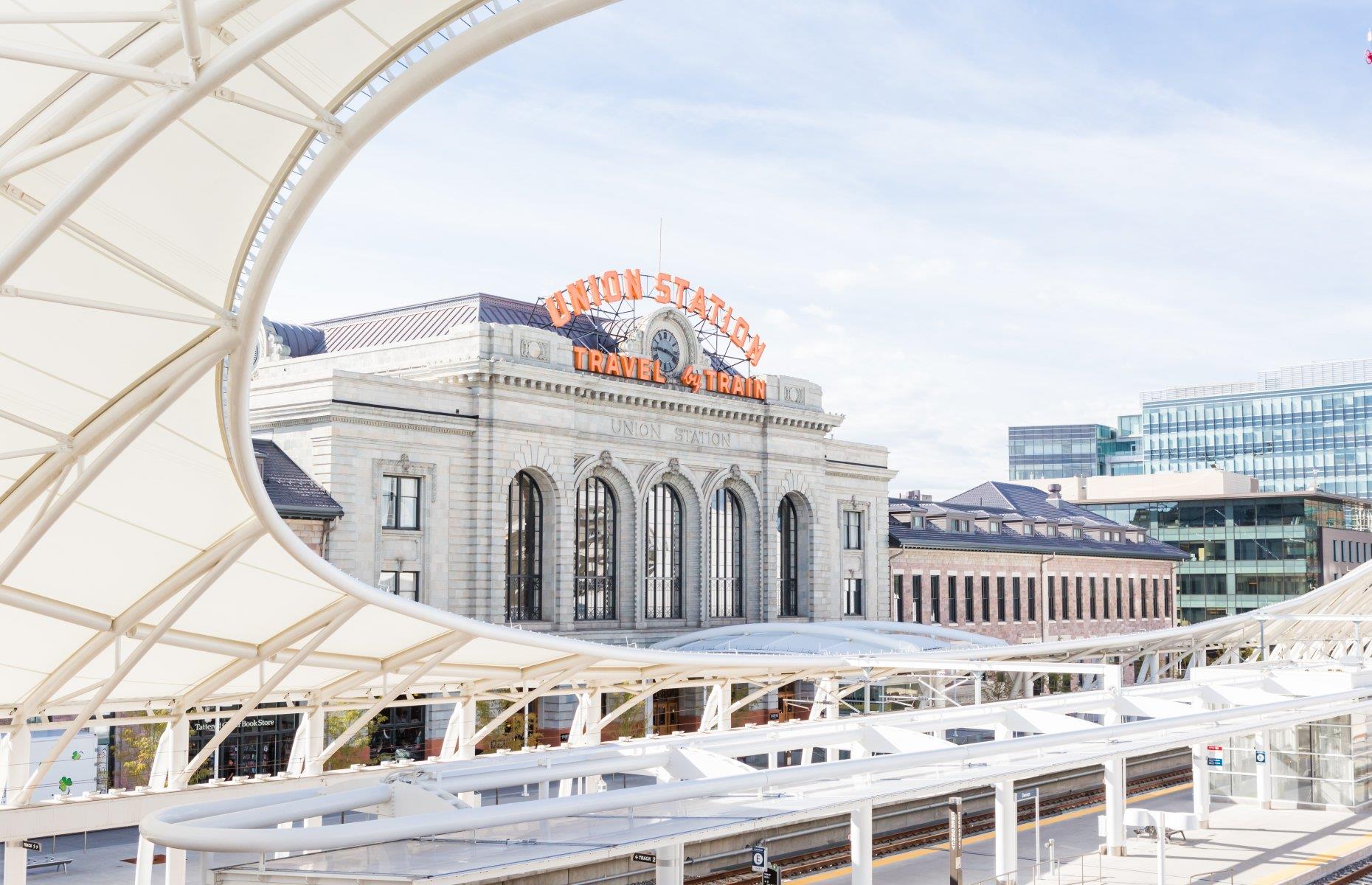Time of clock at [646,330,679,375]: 9:17
